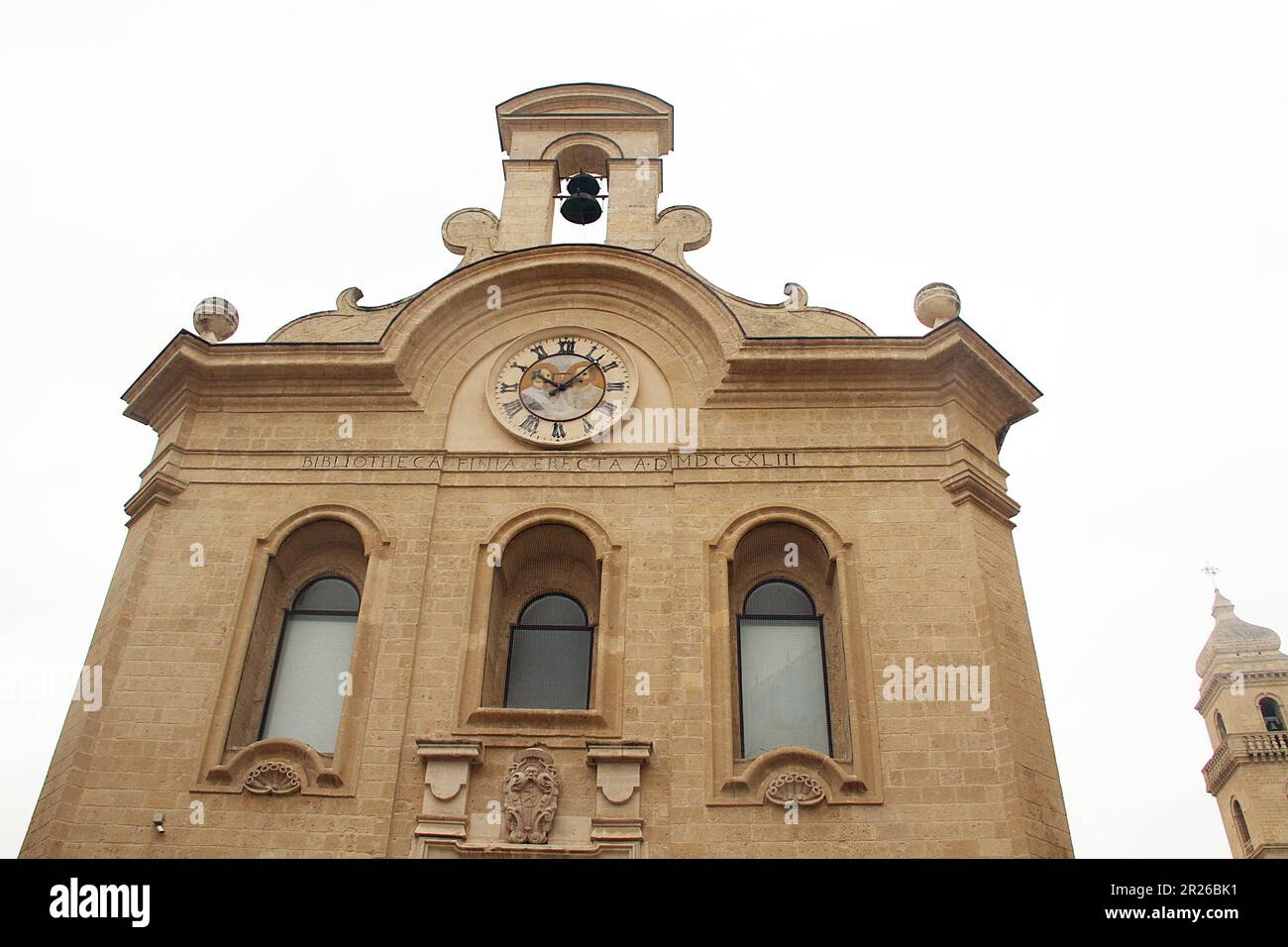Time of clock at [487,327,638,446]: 10:07
